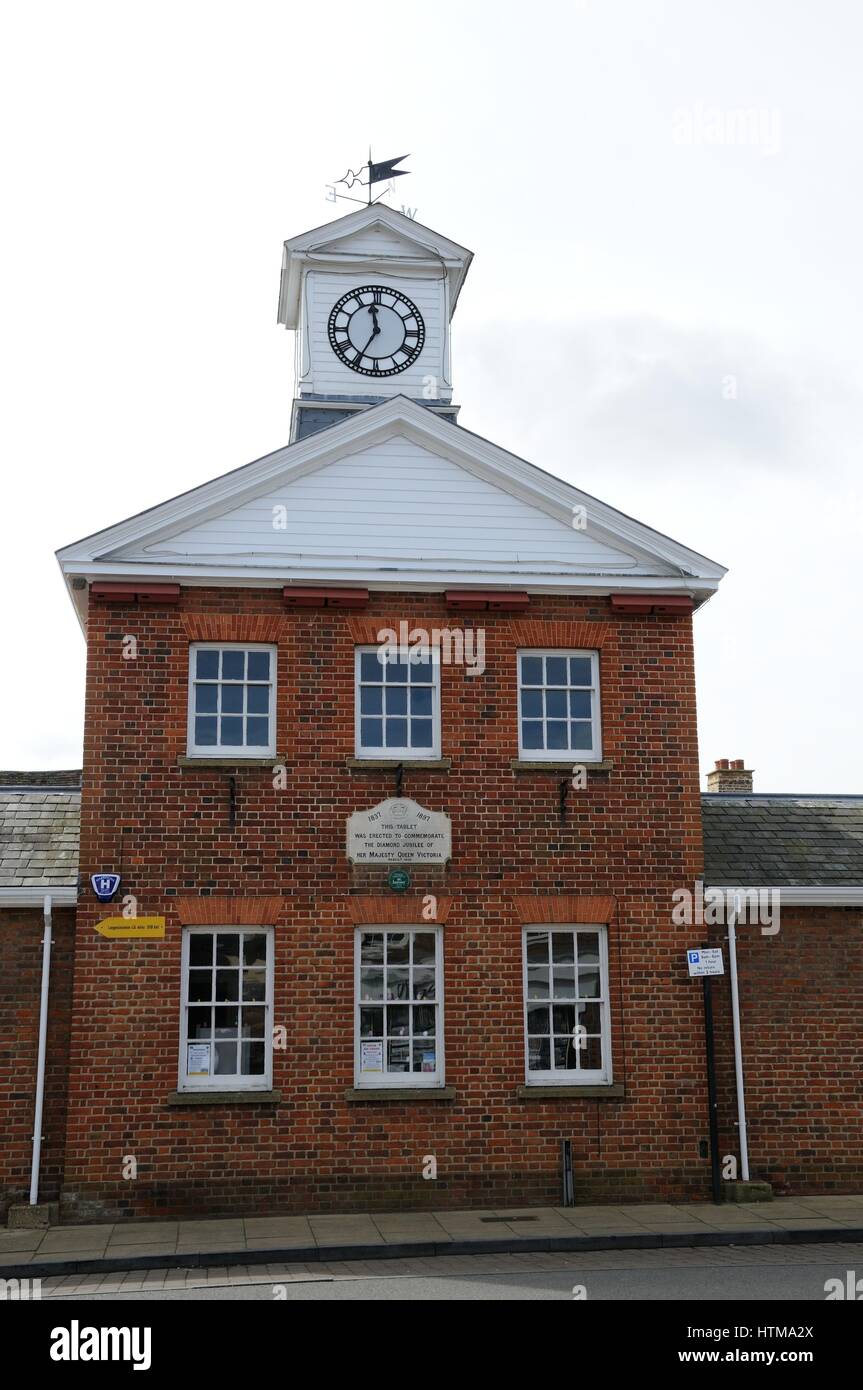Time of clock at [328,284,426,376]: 11:34
